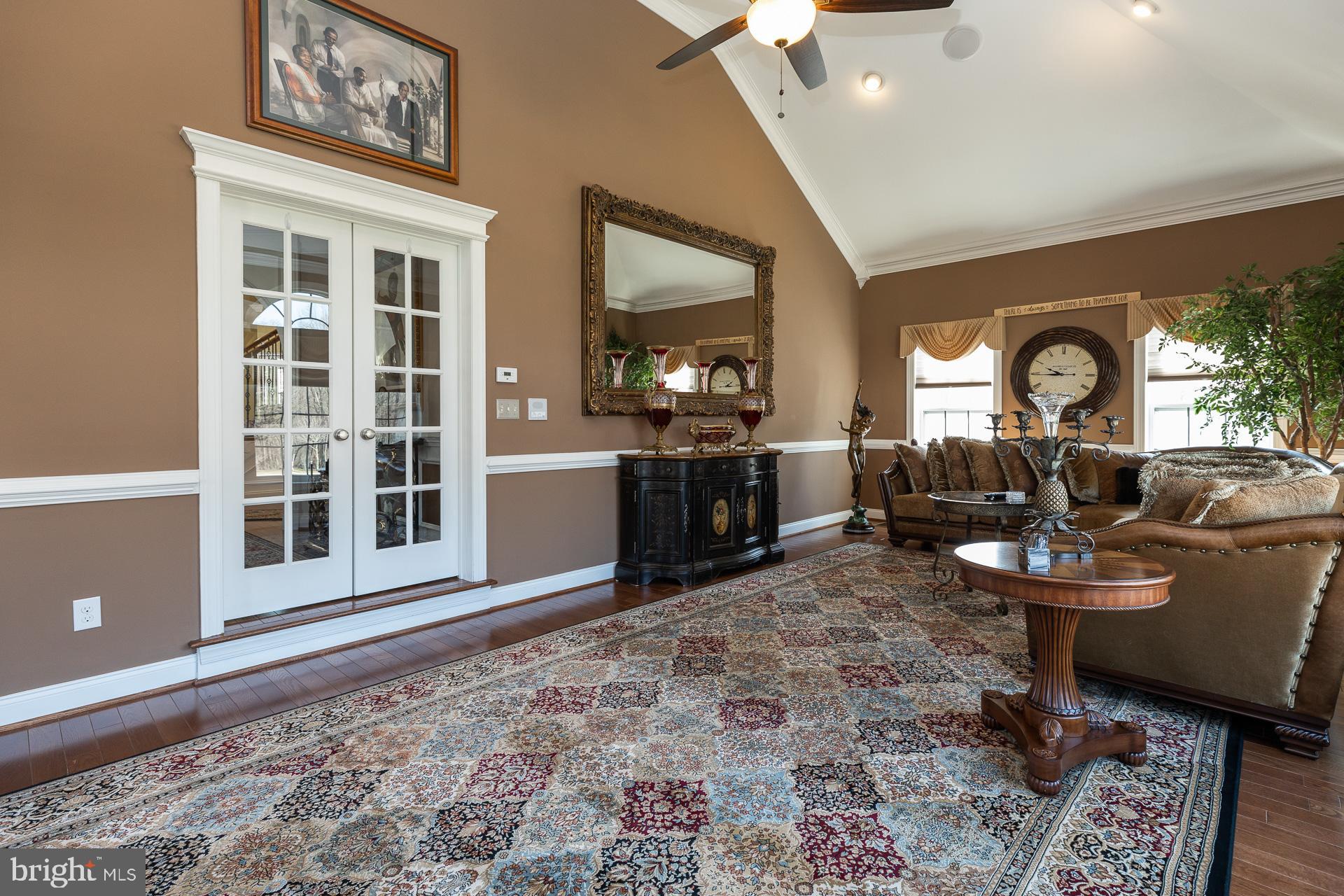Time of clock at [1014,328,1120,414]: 9:44
